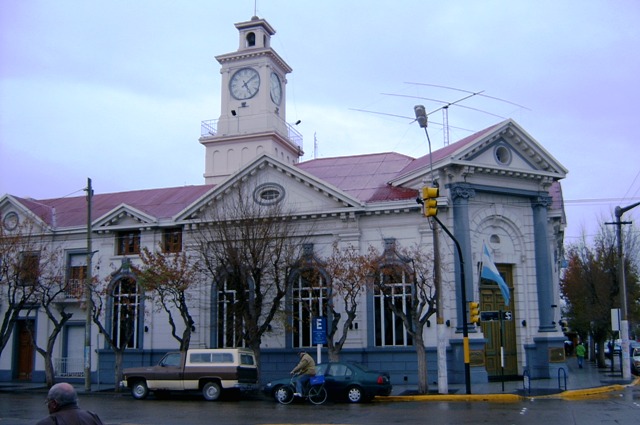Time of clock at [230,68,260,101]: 5:08
